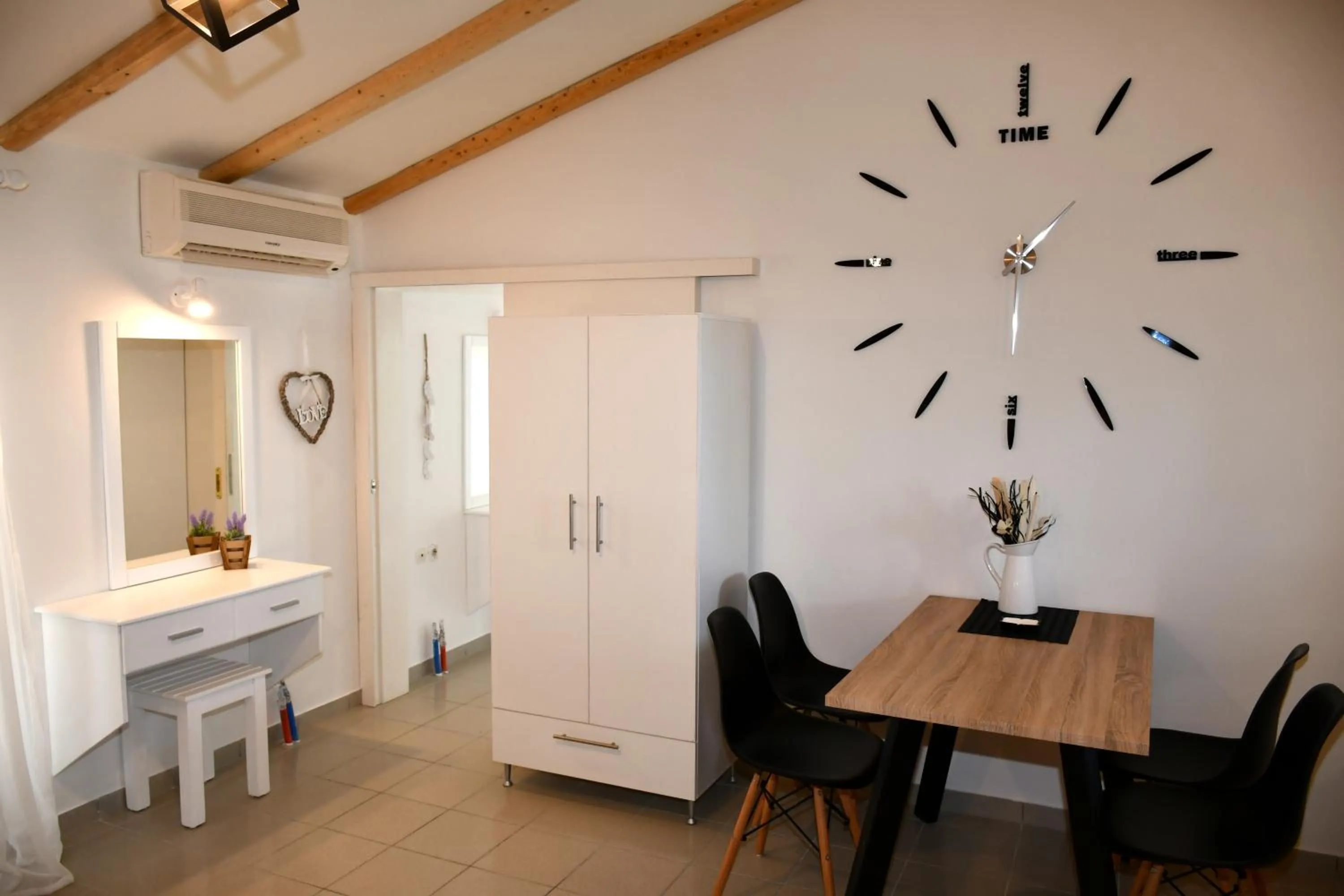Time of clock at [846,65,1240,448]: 1:30
